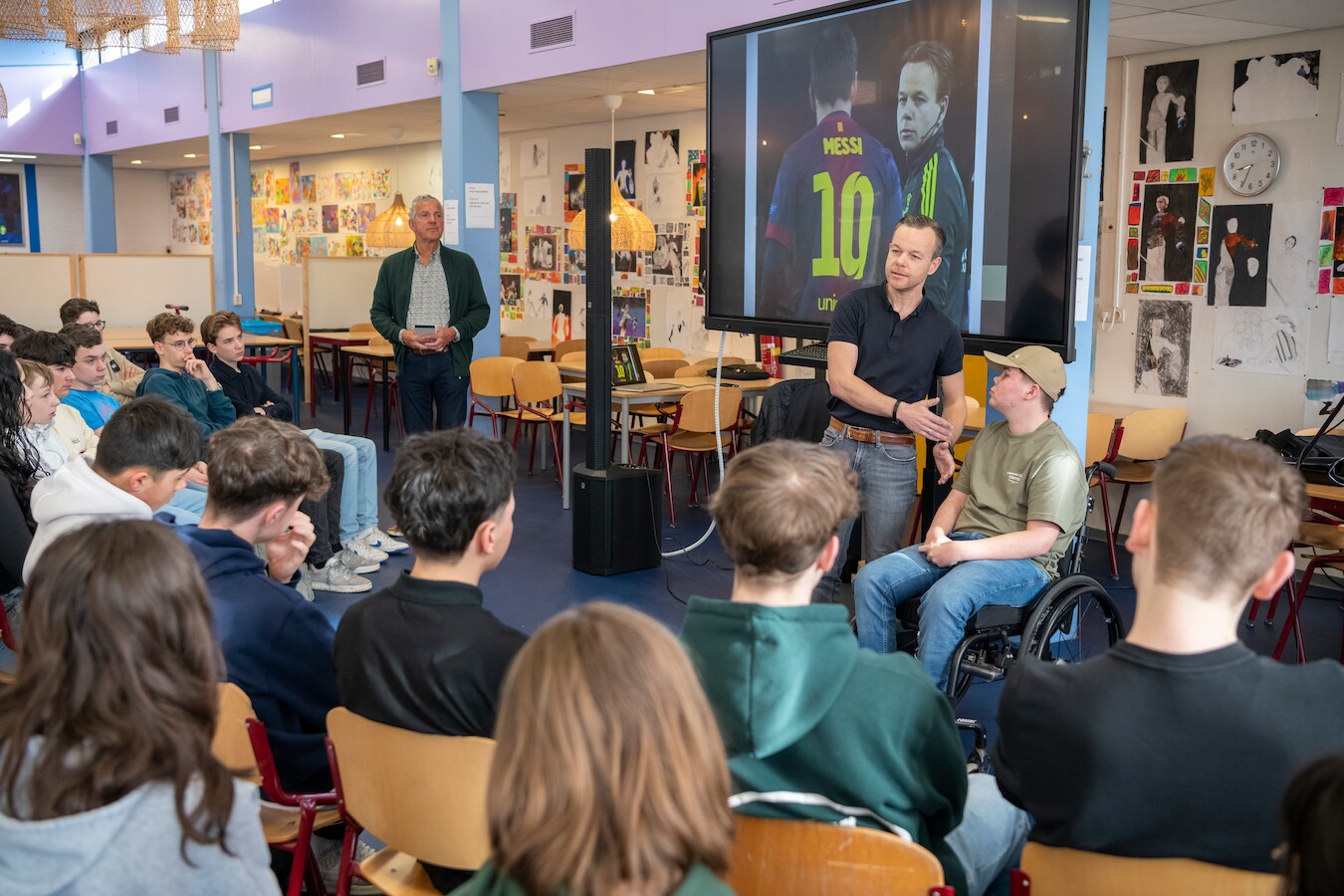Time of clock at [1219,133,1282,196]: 8:34
